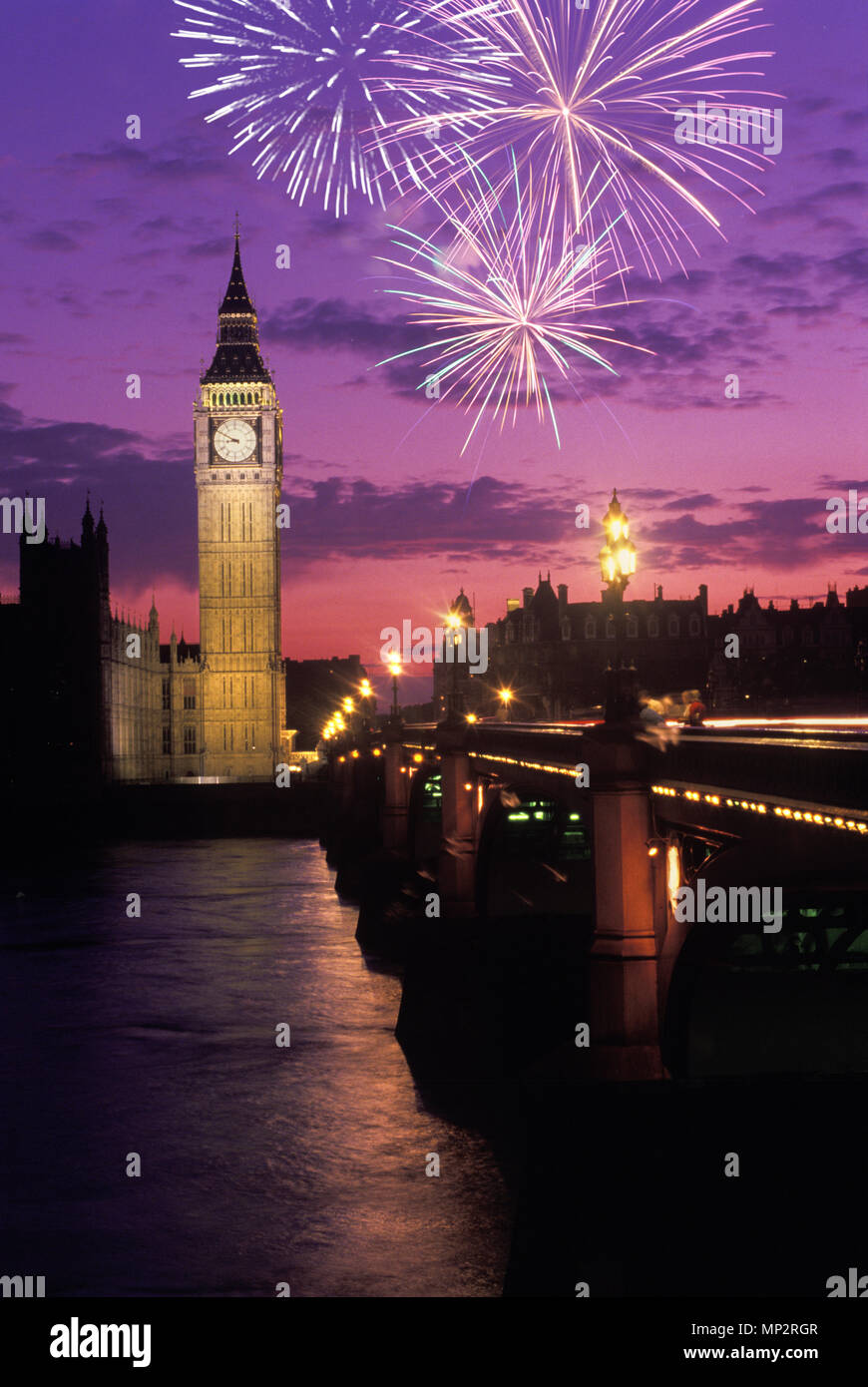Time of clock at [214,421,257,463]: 8:49
